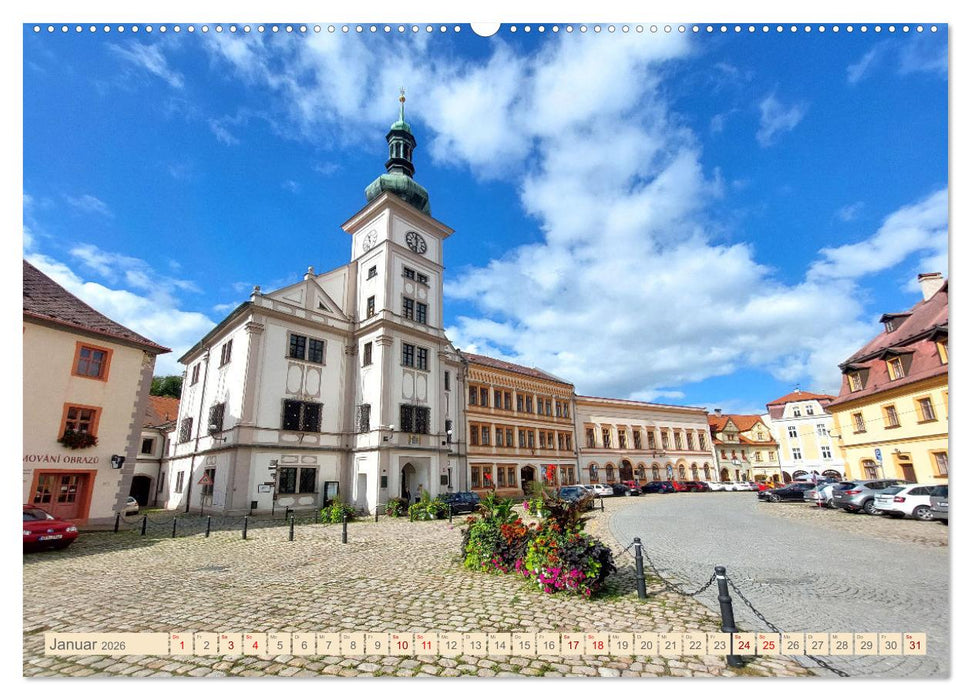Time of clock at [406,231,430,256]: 11:32
